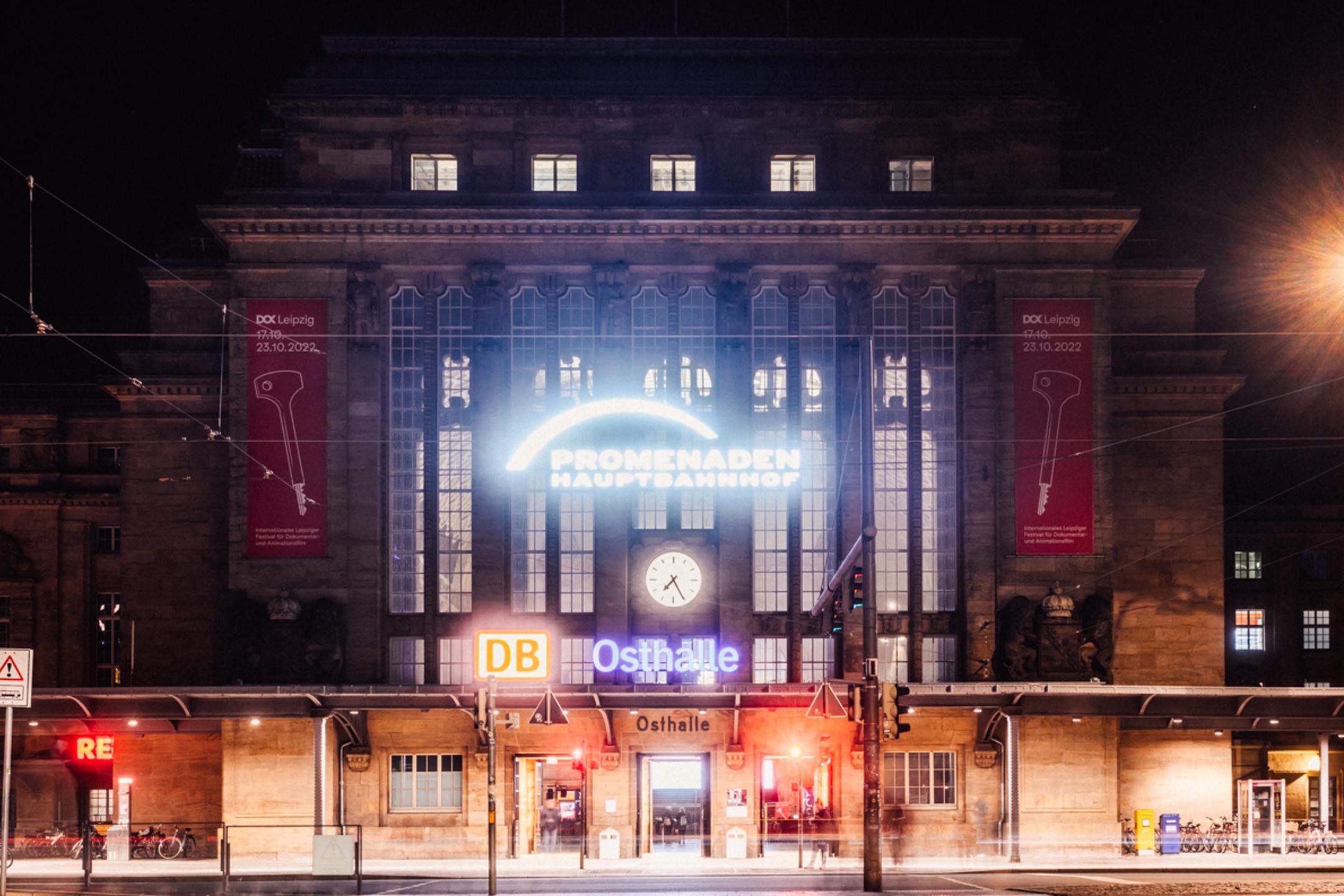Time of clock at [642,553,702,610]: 7:25
